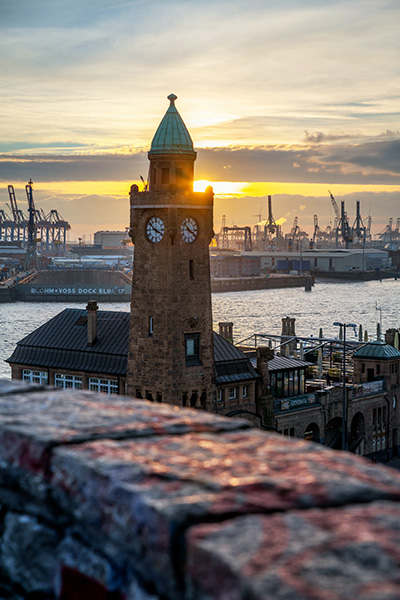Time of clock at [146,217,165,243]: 3:51
